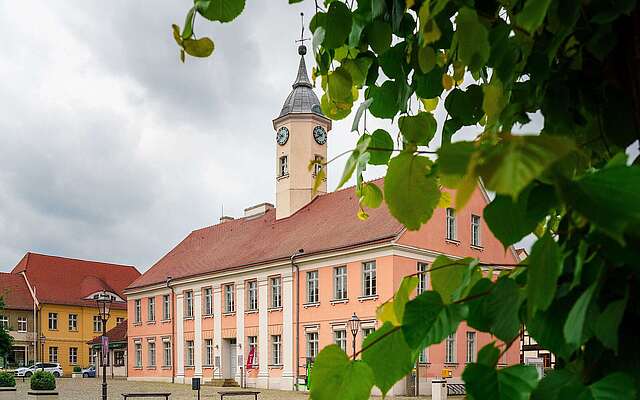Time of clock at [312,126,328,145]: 9:39
